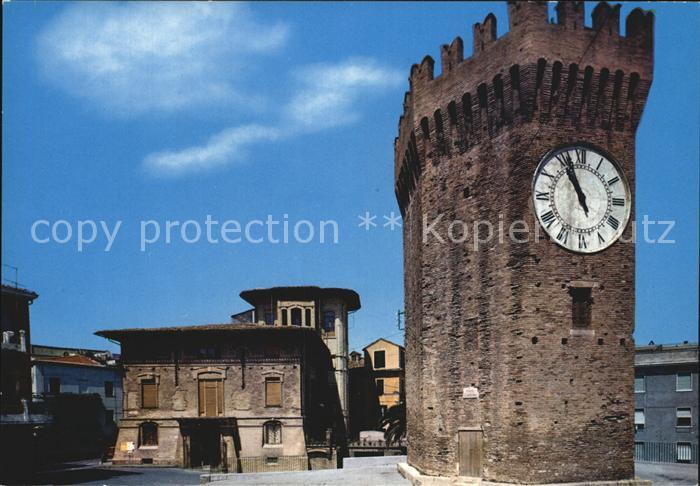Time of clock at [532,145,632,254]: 10:56
